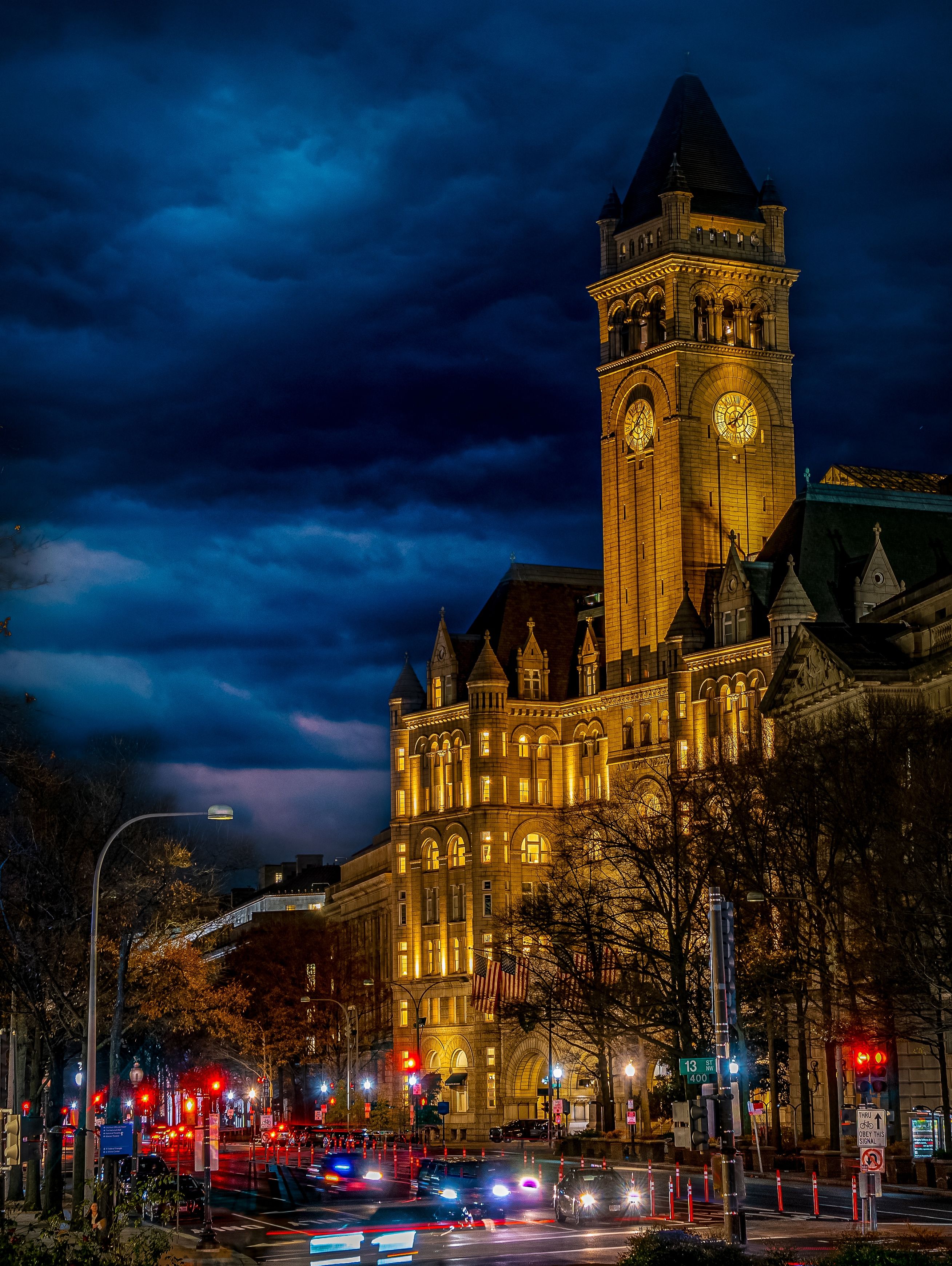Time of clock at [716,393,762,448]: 8:07
